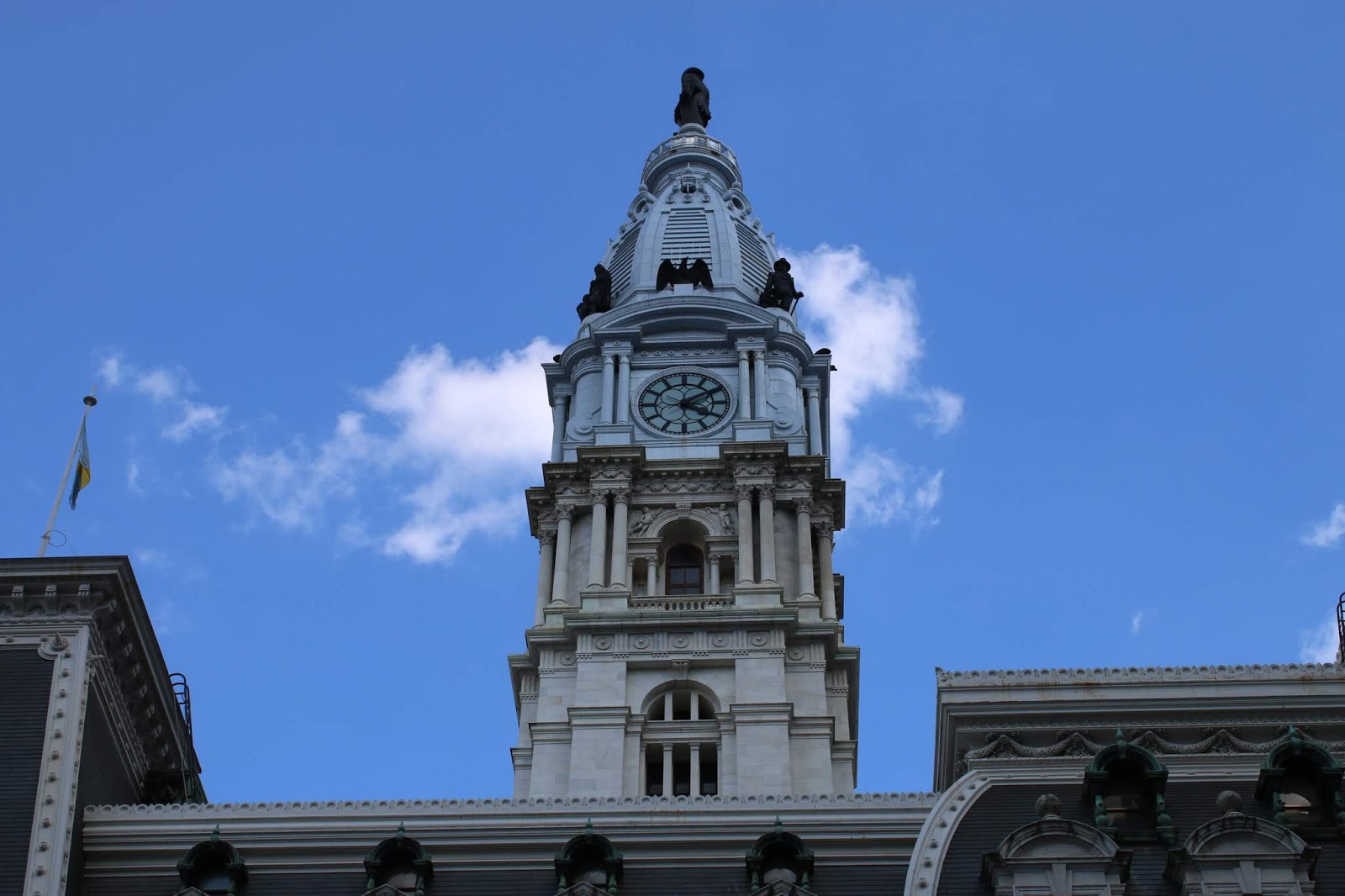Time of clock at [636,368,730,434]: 4:09
